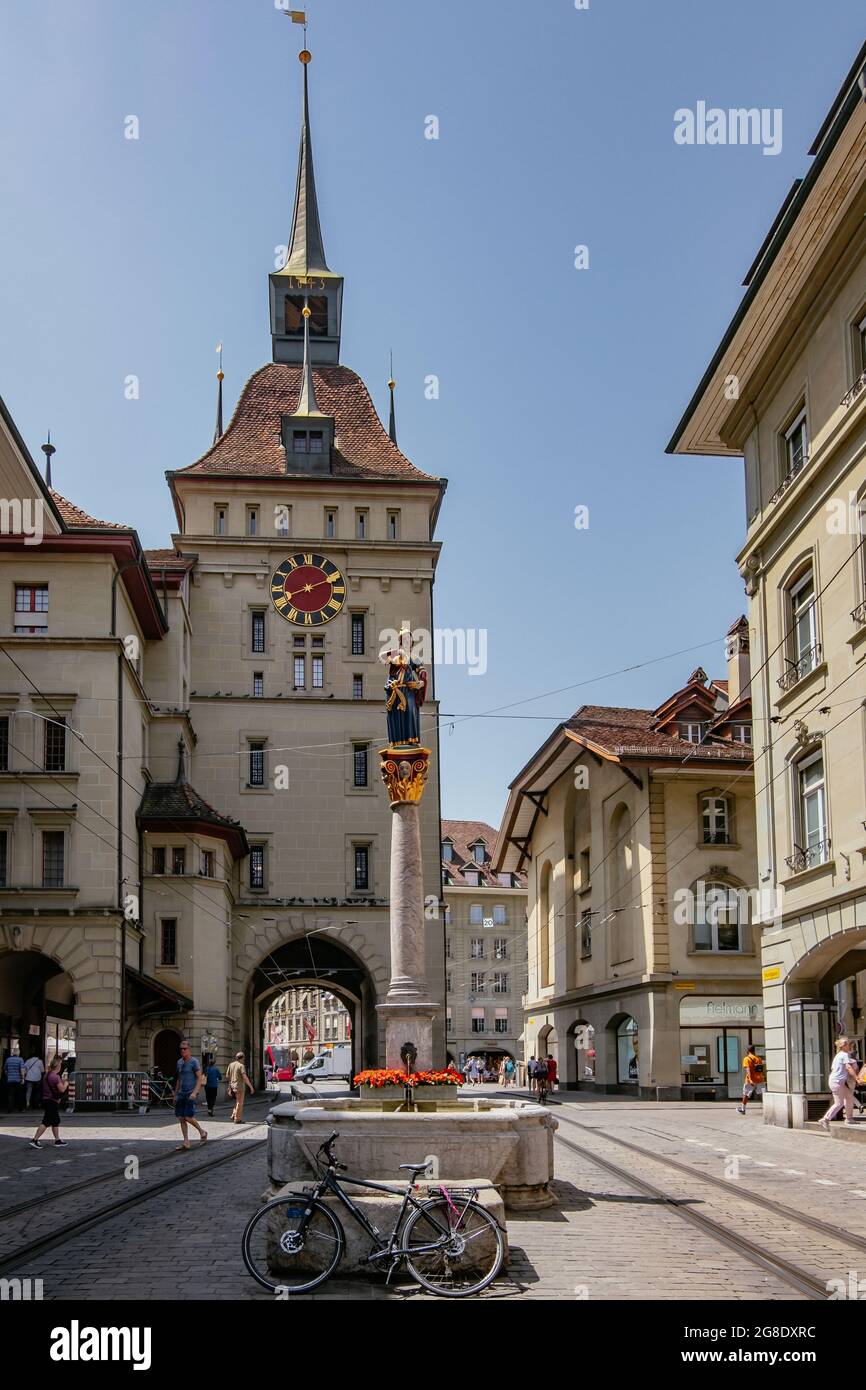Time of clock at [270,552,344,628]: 8:11
